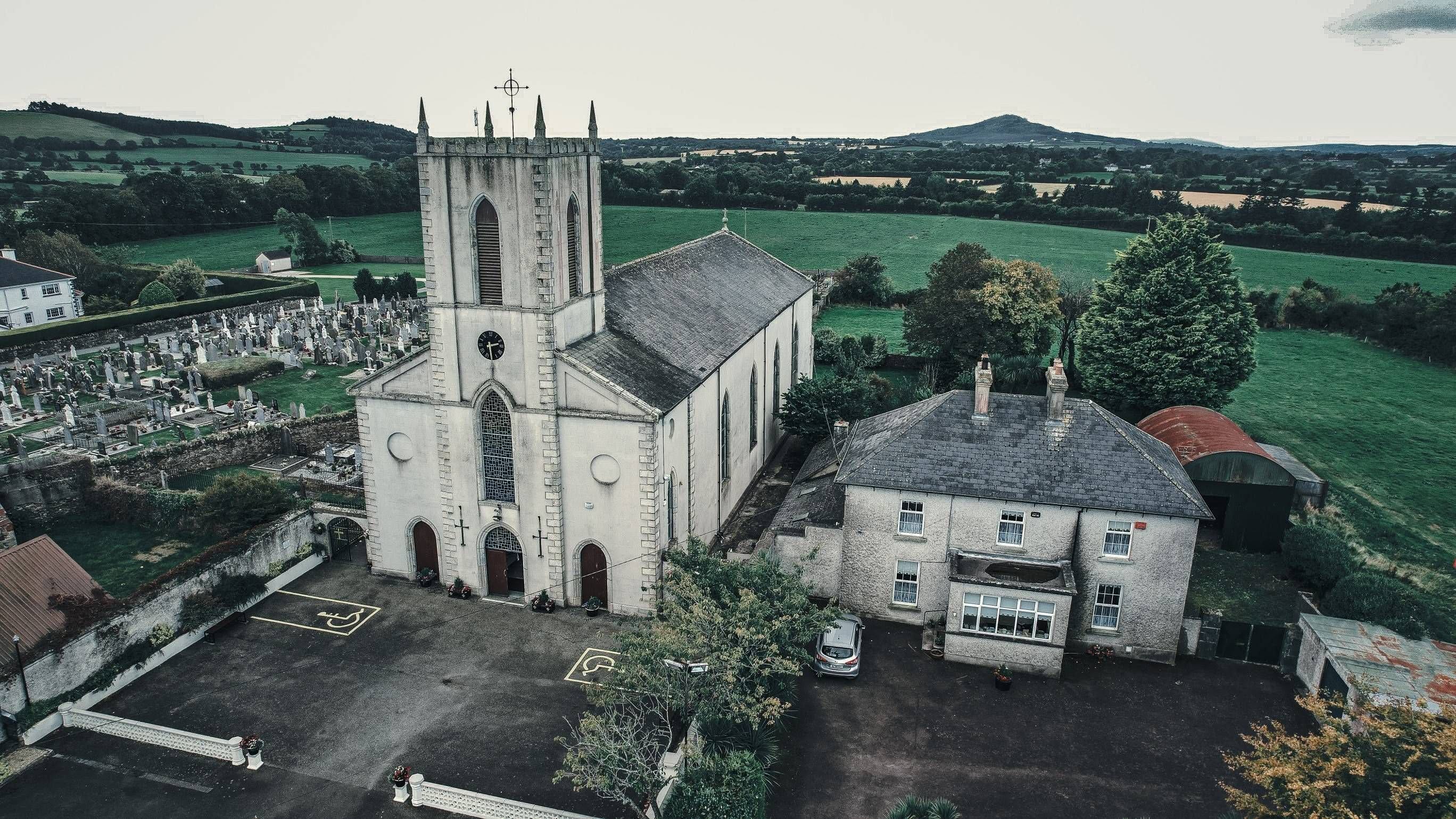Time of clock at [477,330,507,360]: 2:29
